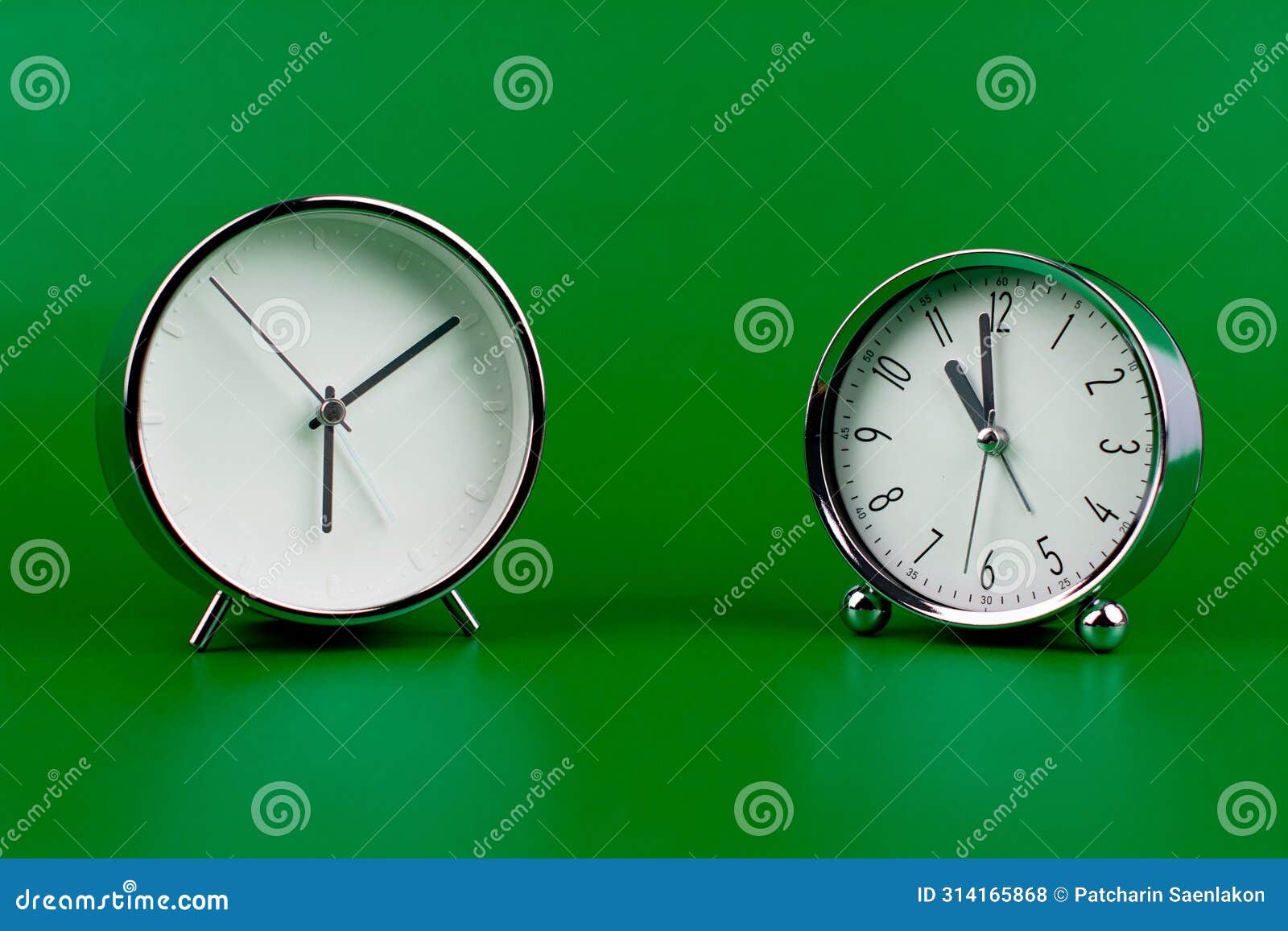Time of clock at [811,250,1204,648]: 10:58
